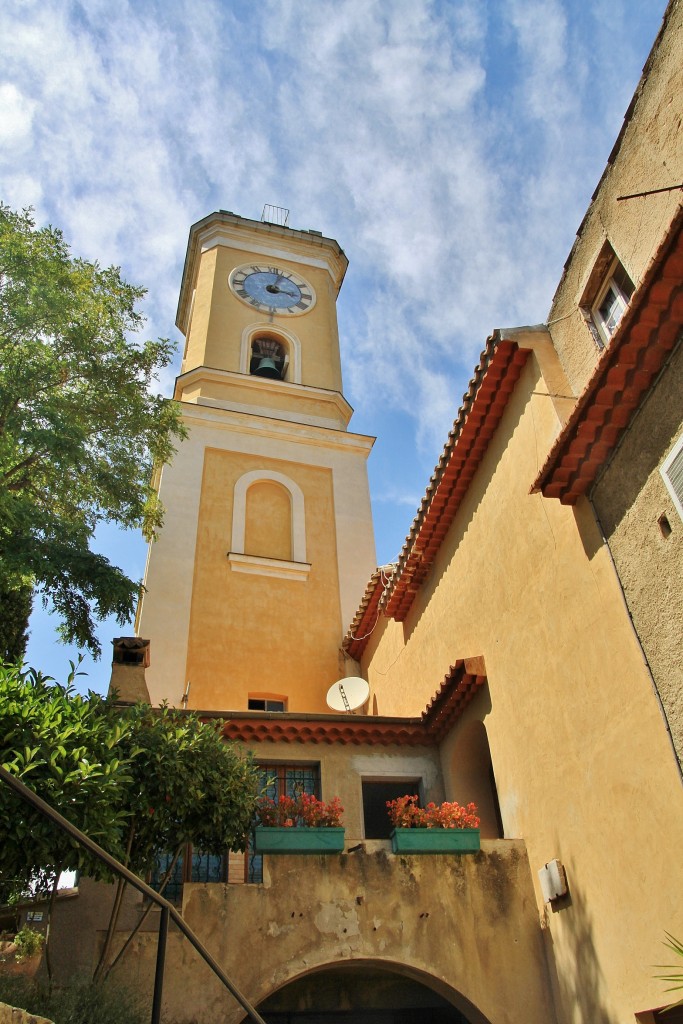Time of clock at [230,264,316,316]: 3:02
